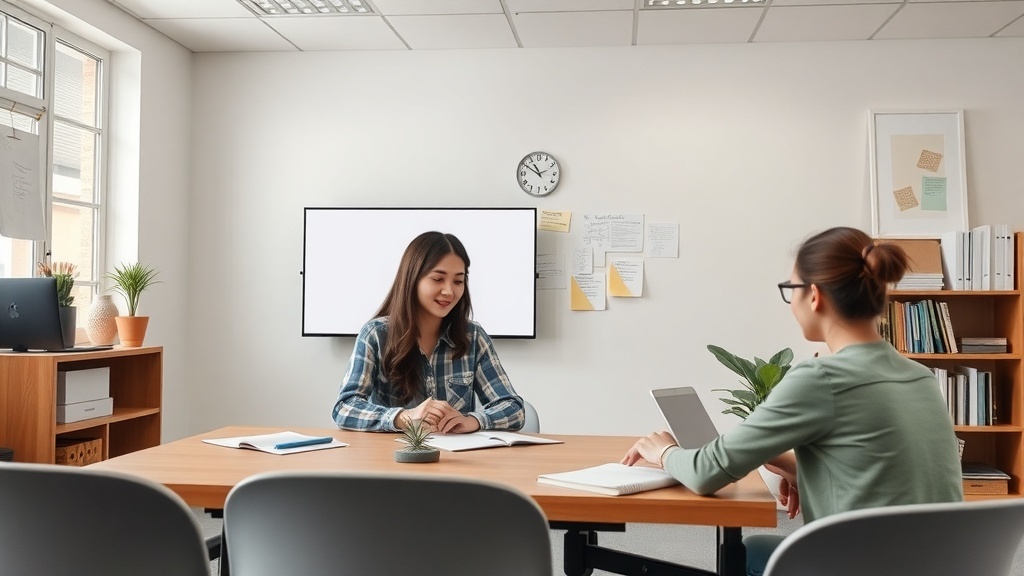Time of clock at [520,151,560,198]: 10:50
